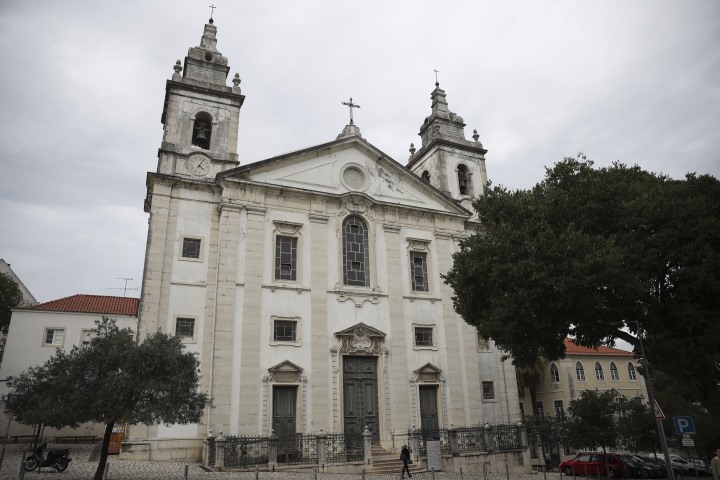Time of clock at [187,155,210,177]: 4:04
